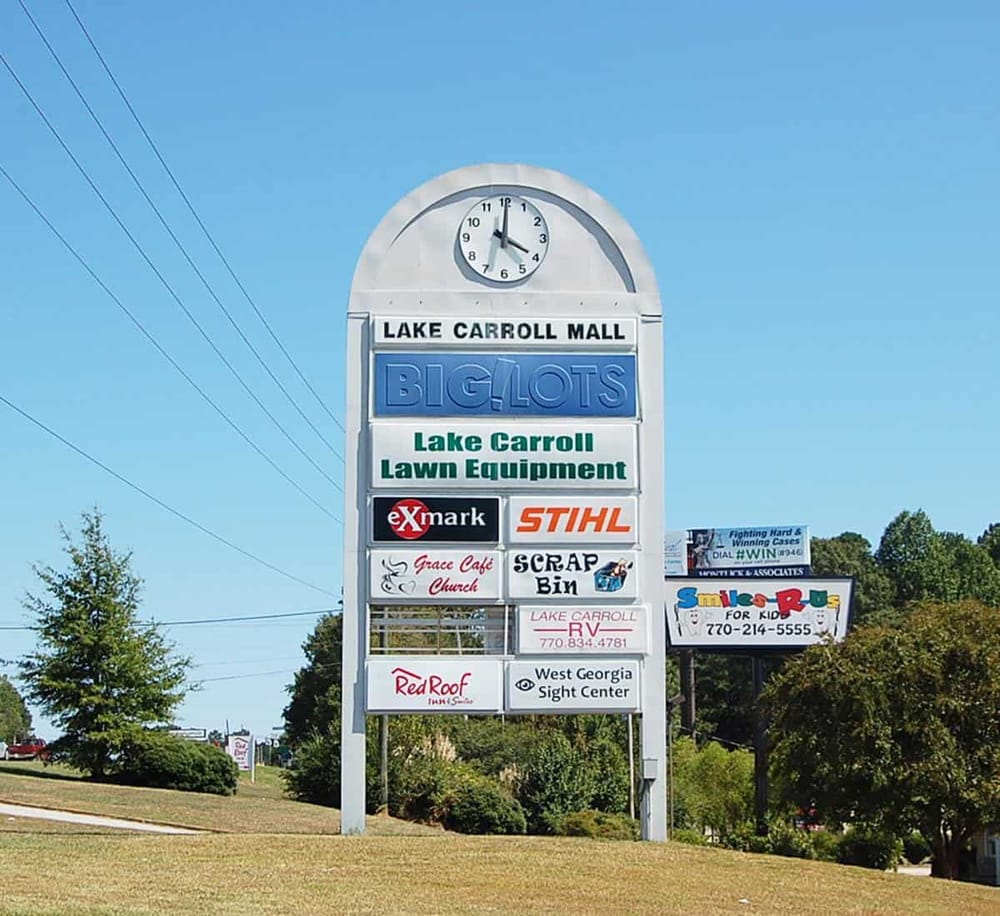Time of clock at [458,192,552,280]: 4:00
